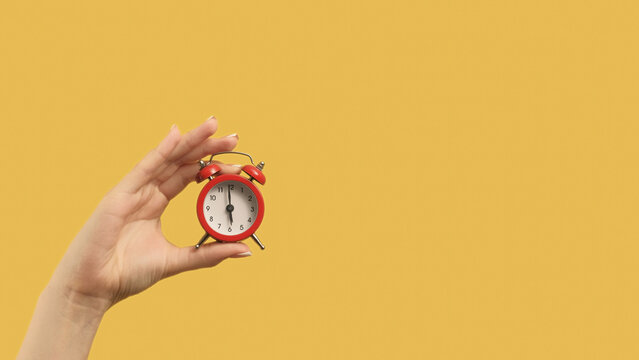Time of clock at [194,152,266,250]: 5:59
